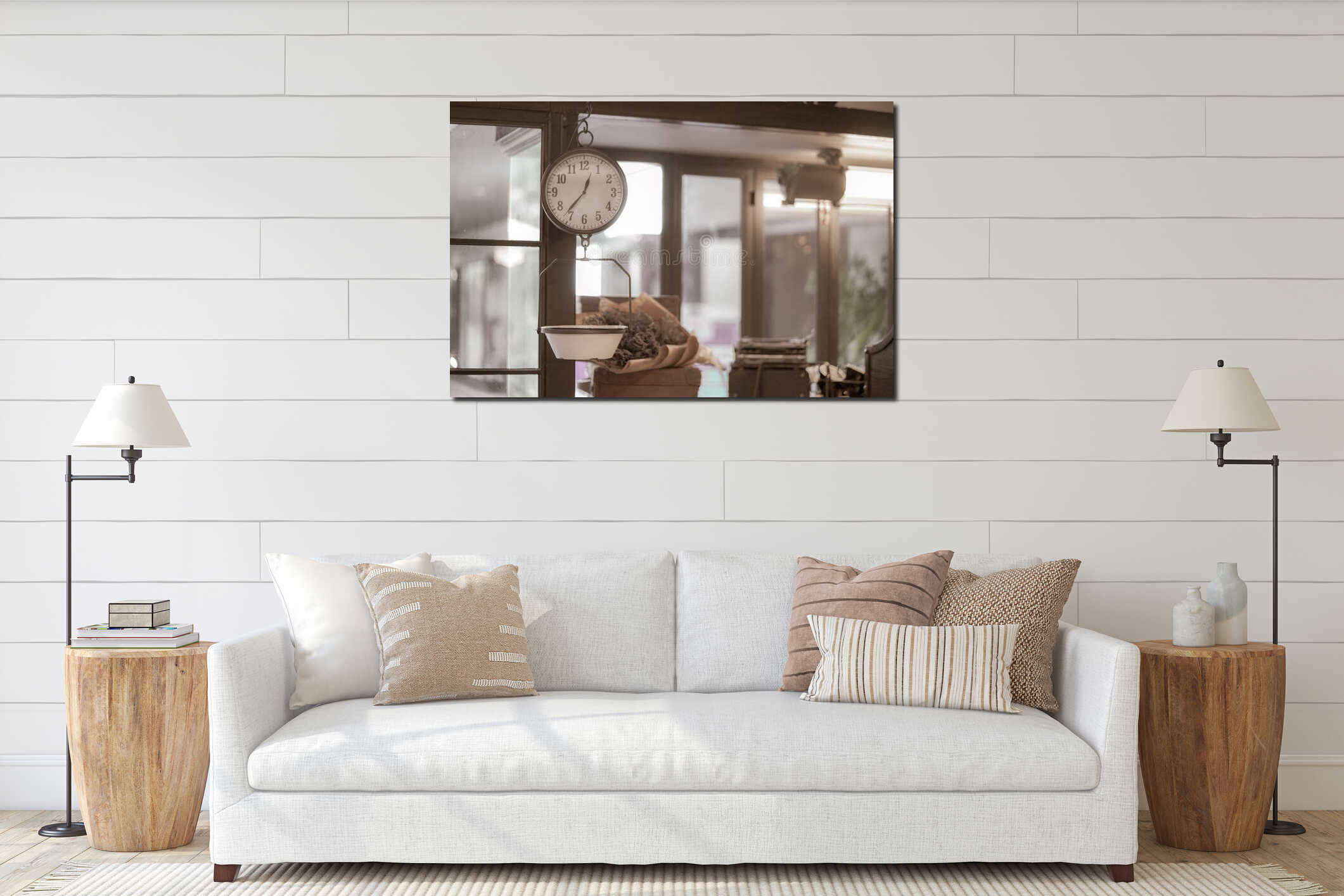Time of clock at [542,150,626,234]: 12:36
